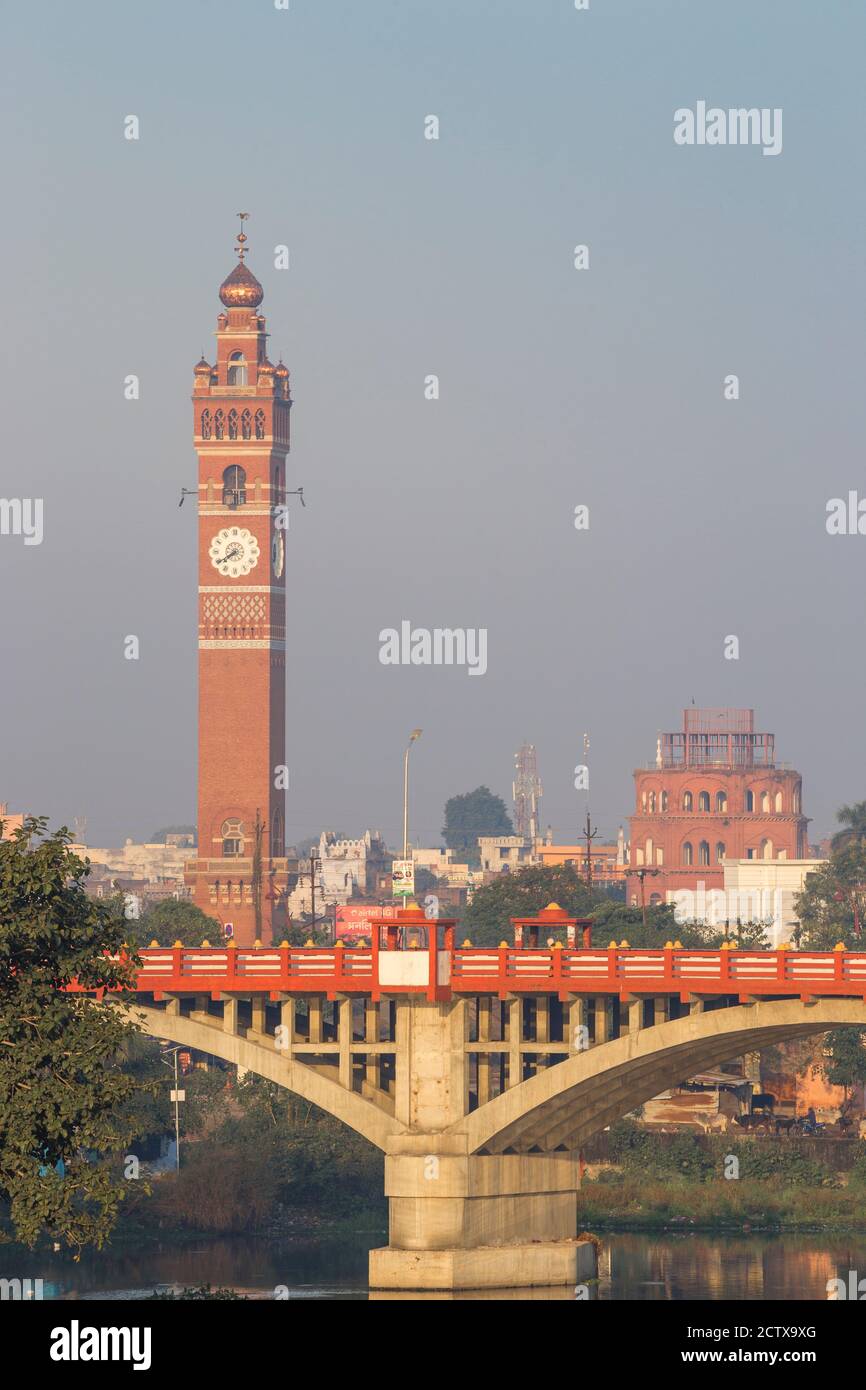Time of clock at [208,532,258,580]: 7:39
